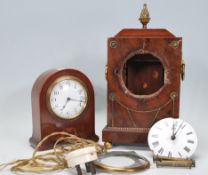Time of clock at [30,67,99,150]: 7:17
